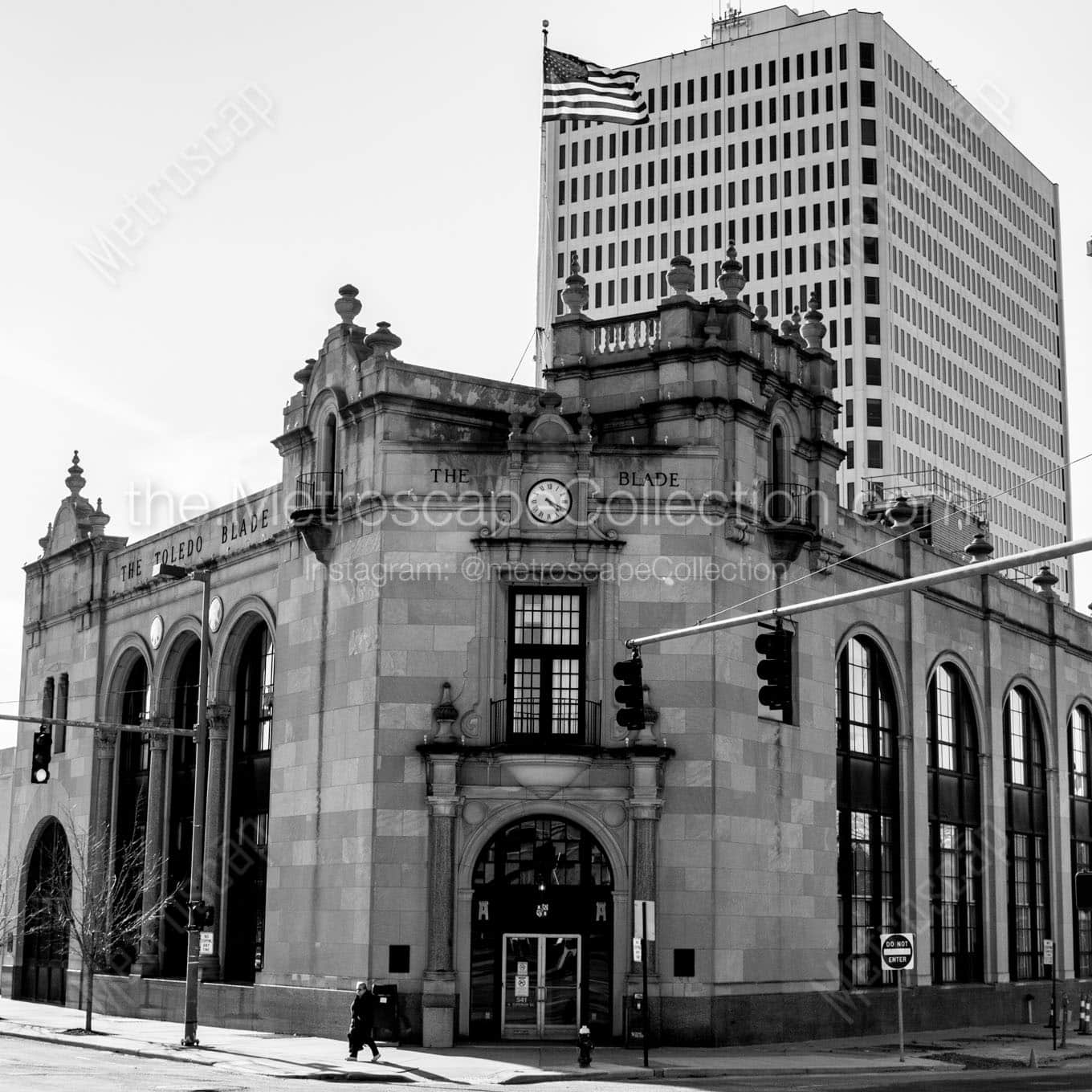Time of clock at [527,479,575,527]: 4:19
